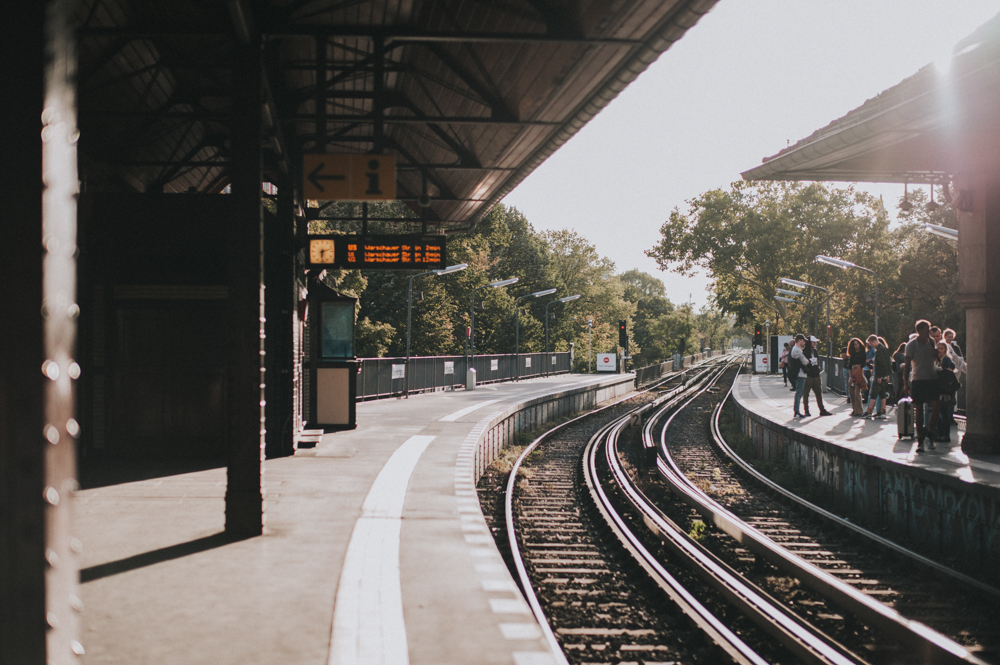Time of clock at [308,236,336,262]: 6:12
